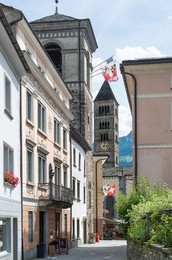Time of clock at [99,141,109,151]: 3:02
